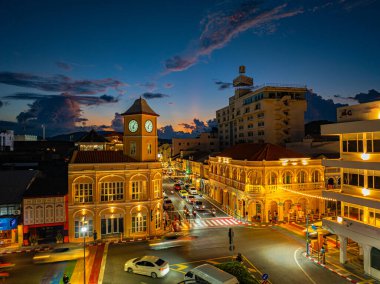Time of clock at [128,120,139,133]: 6:06
